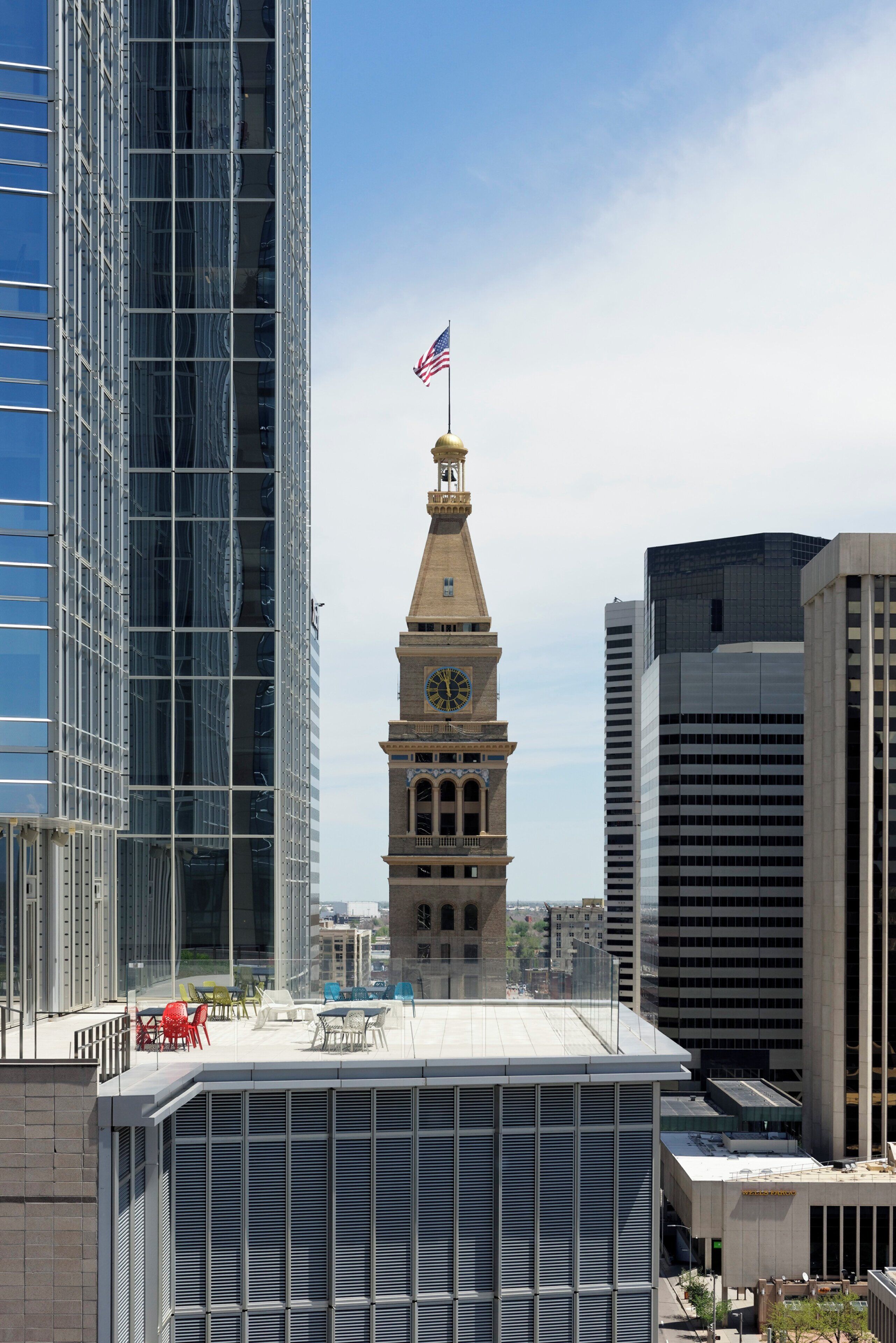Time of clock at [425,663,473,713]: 11:57
